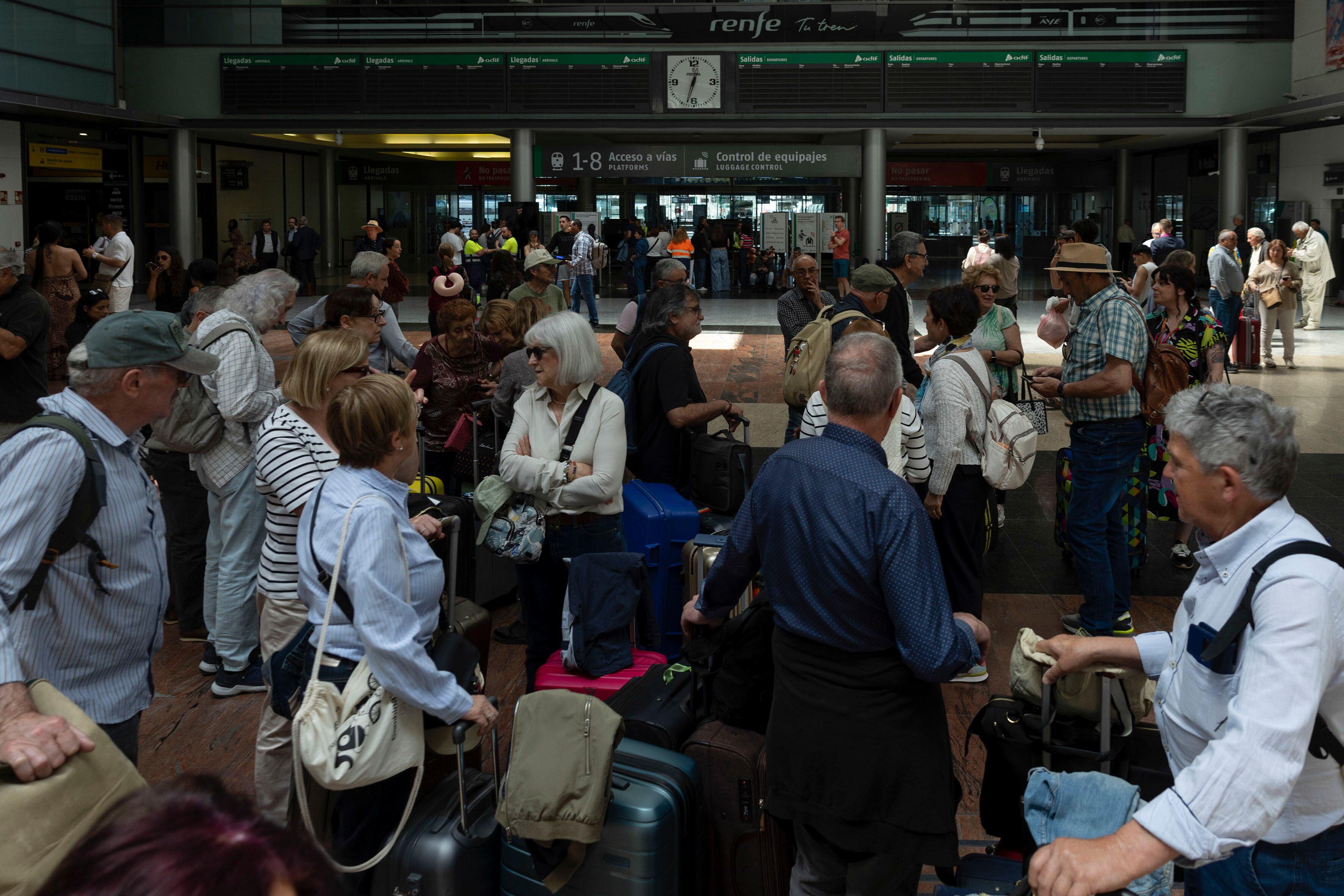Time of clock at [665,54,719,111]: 12:32
